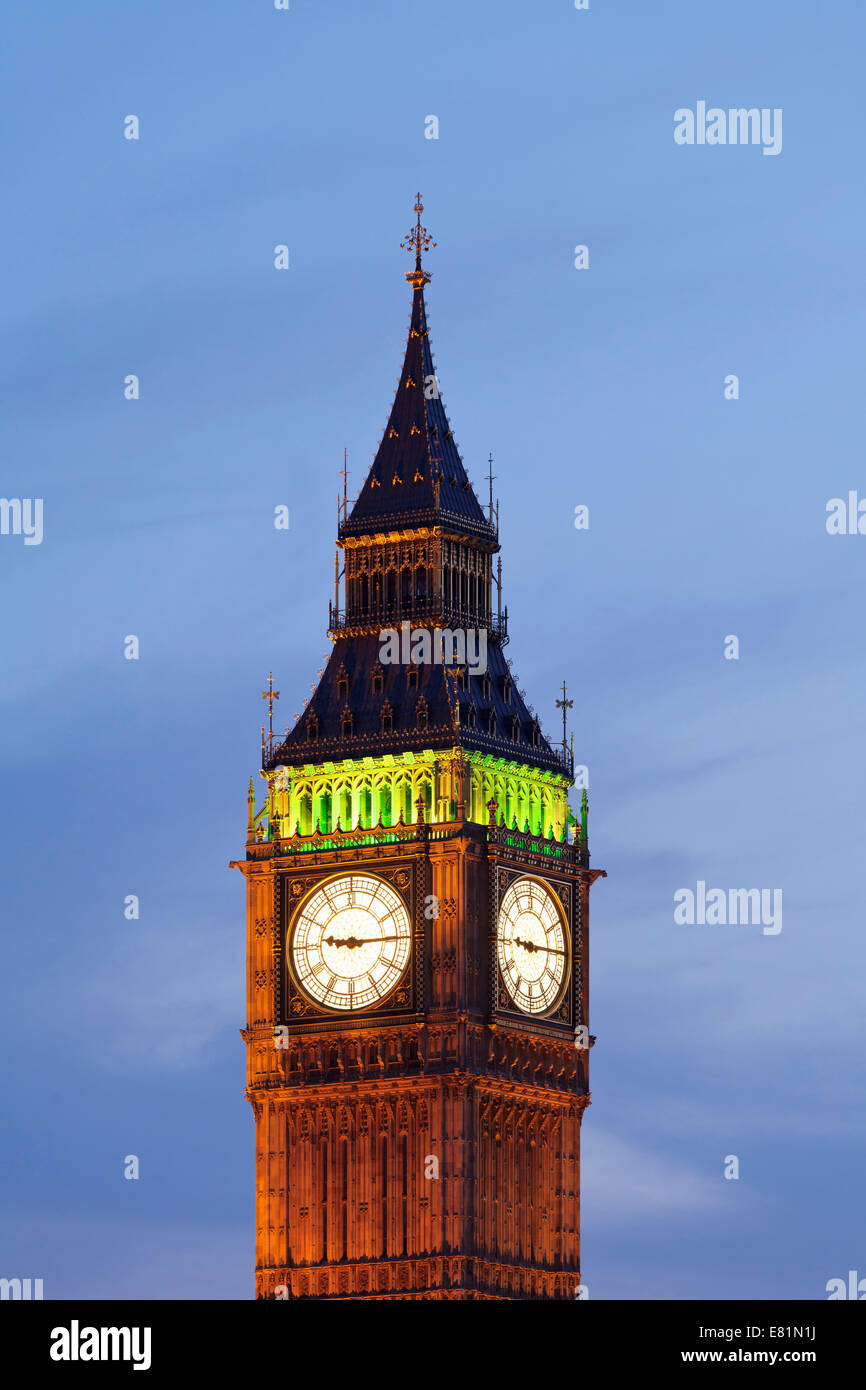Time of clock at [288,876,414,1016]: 9:14
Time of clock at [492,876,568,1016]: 9:15
